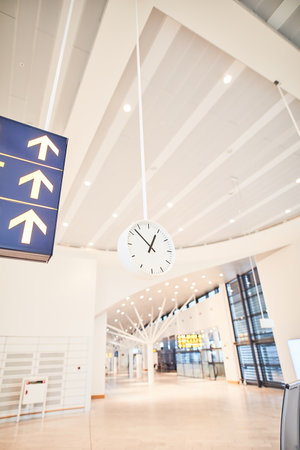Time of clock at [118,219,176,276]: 12:52
